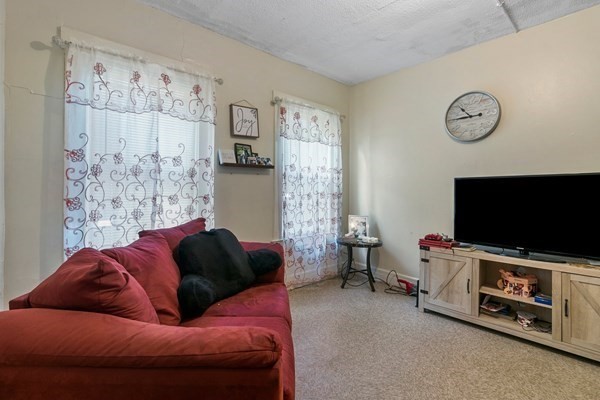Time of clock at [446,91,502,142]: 10:45
